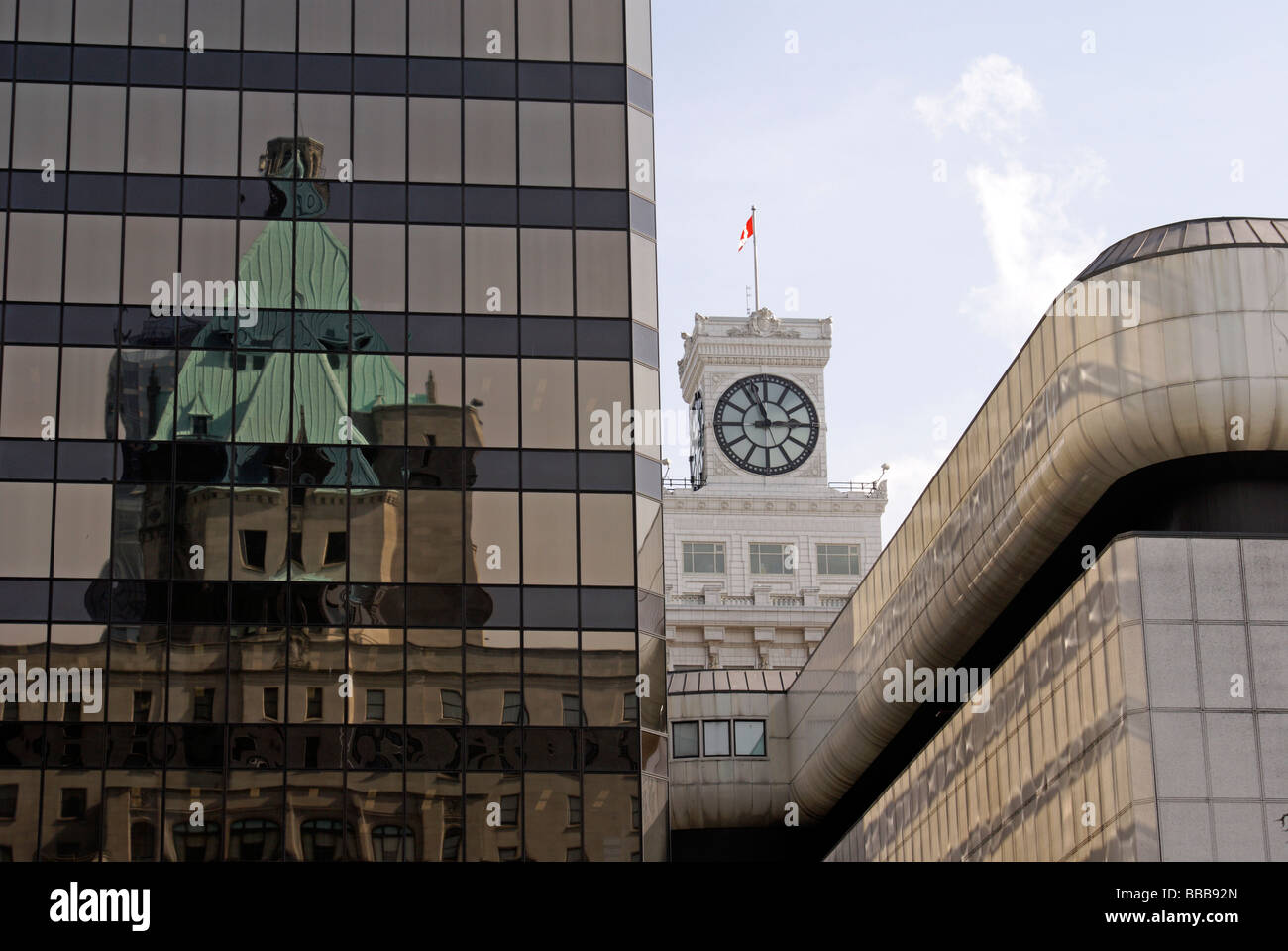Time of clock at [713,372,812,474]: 2:56
